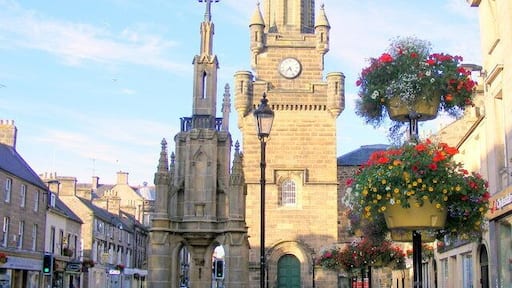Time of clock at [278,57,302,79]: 7:25
